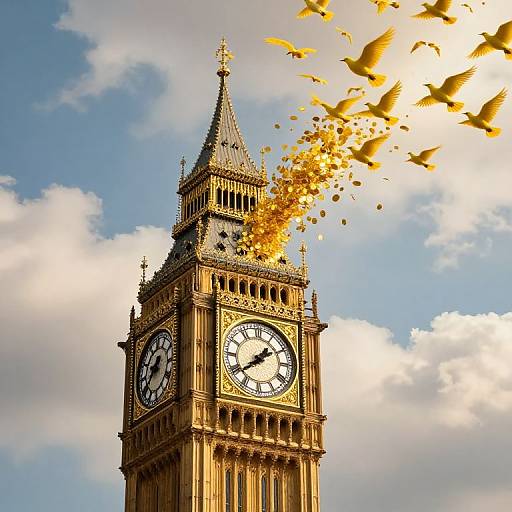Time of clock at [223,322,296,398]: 1:38
